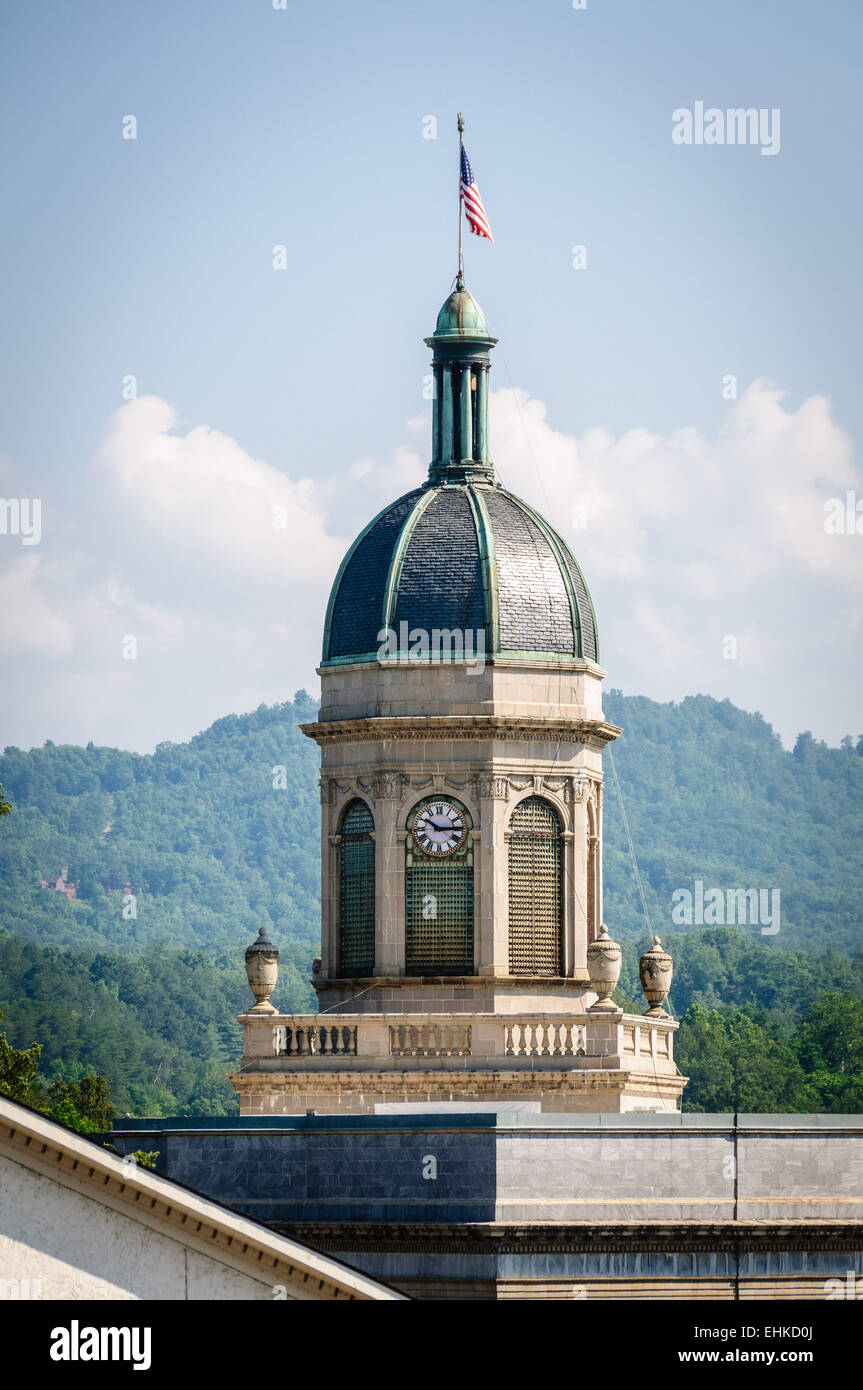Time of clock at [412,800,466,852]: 10:14
